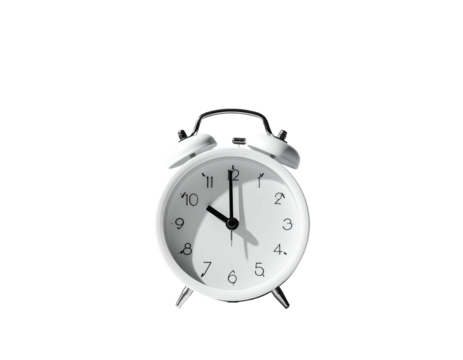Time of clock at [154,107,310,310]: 9:59
